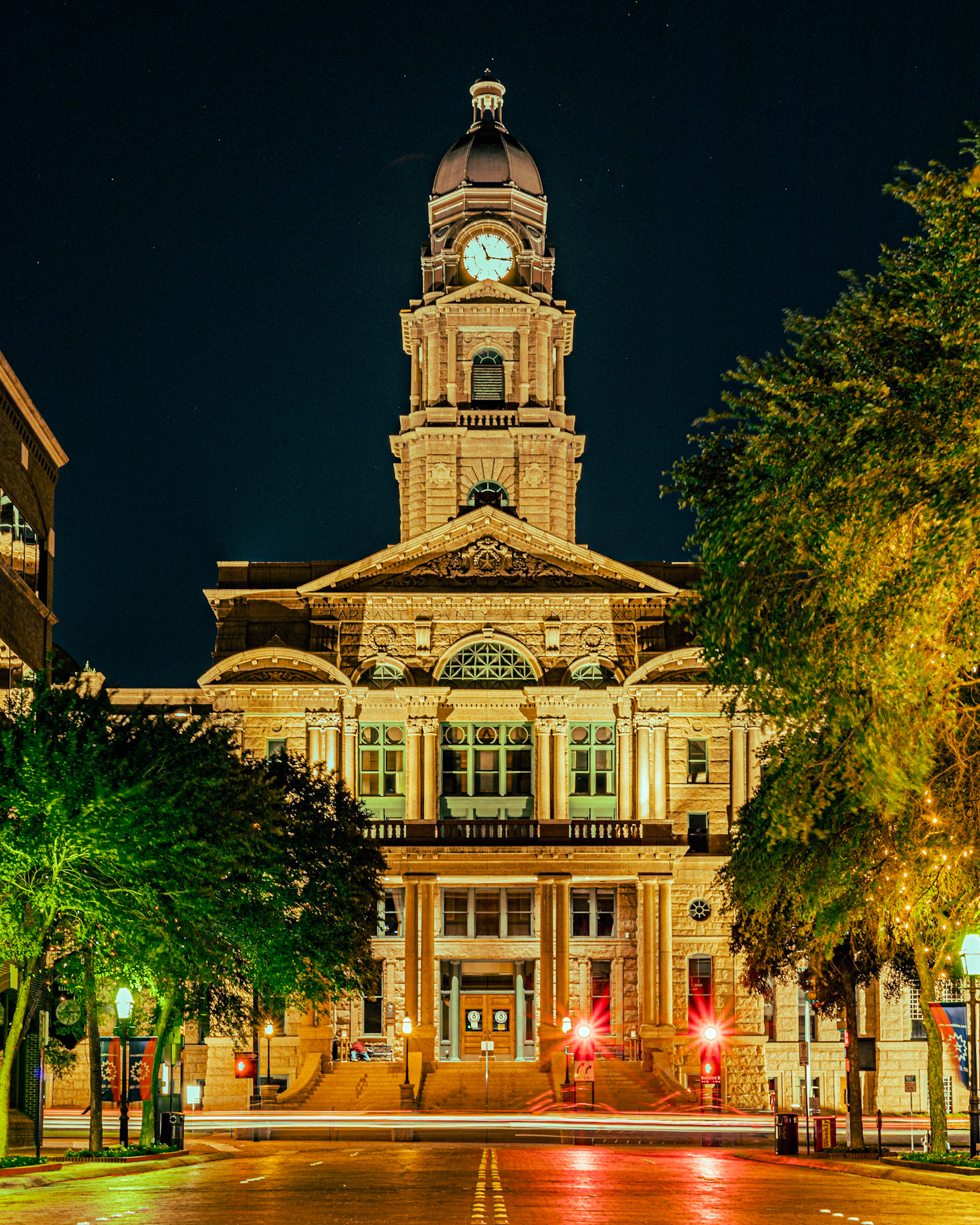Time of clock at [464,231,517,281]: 11:15
